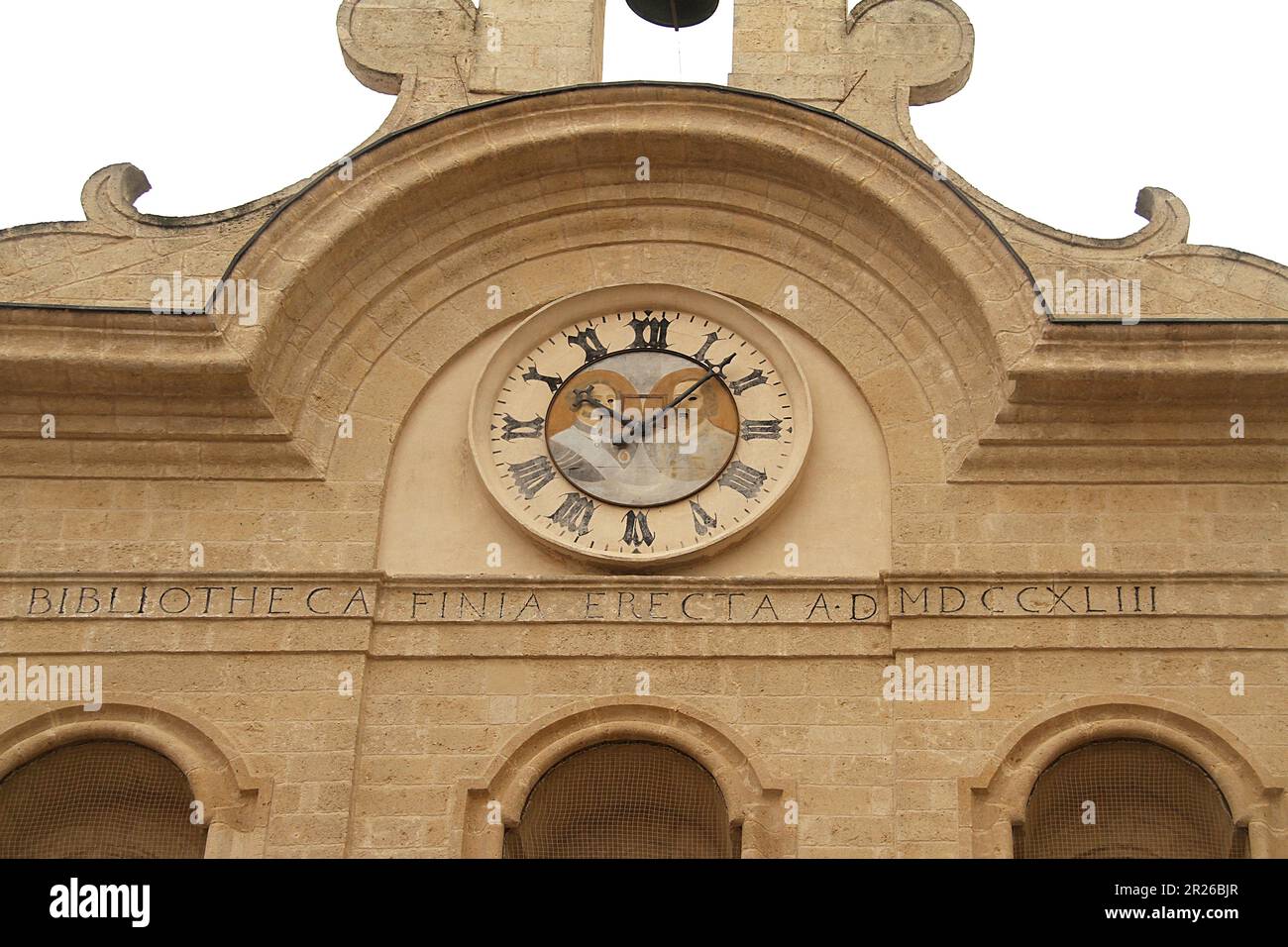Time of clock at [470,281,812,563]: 10:07
